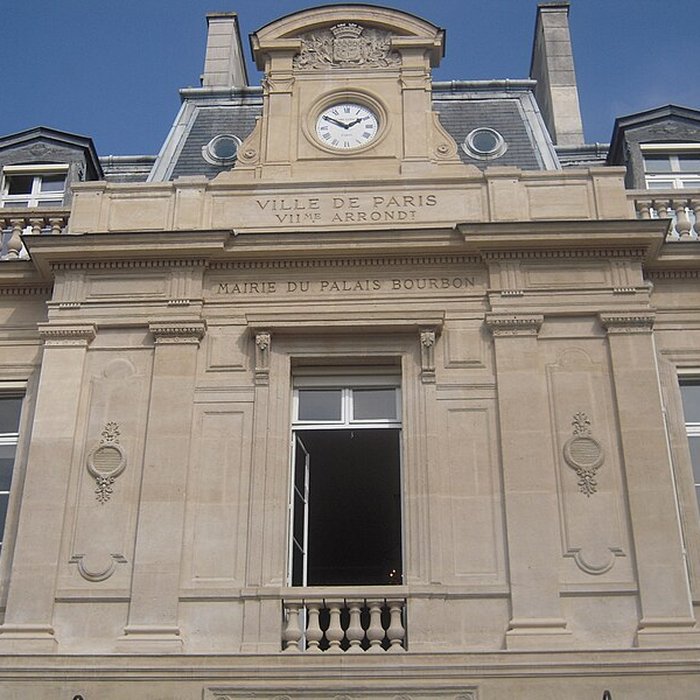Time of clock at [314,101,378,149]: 1:50
